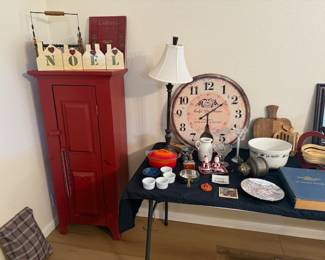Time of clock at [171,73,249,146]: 6:09
